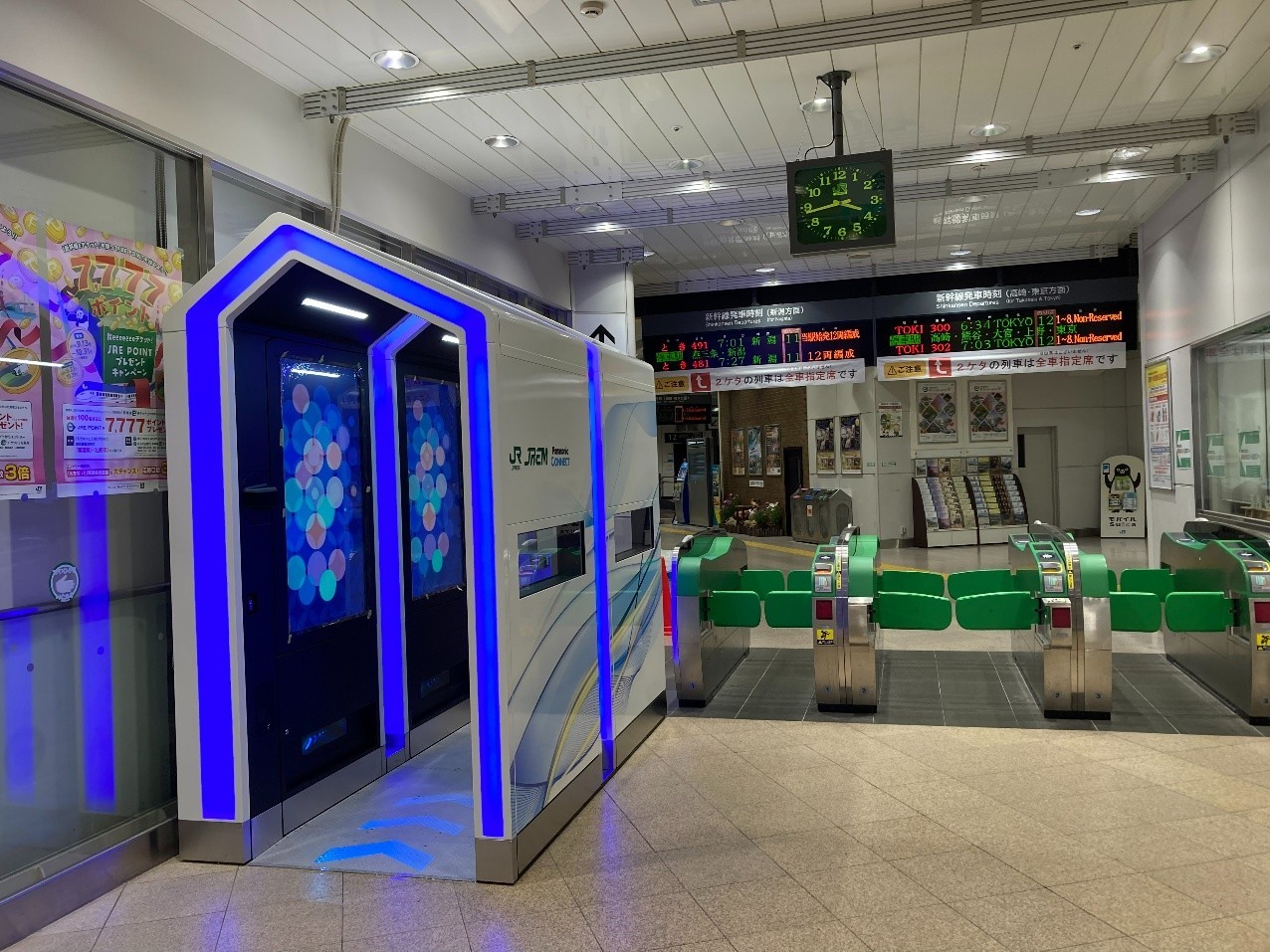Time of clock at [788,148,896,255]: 3:43
